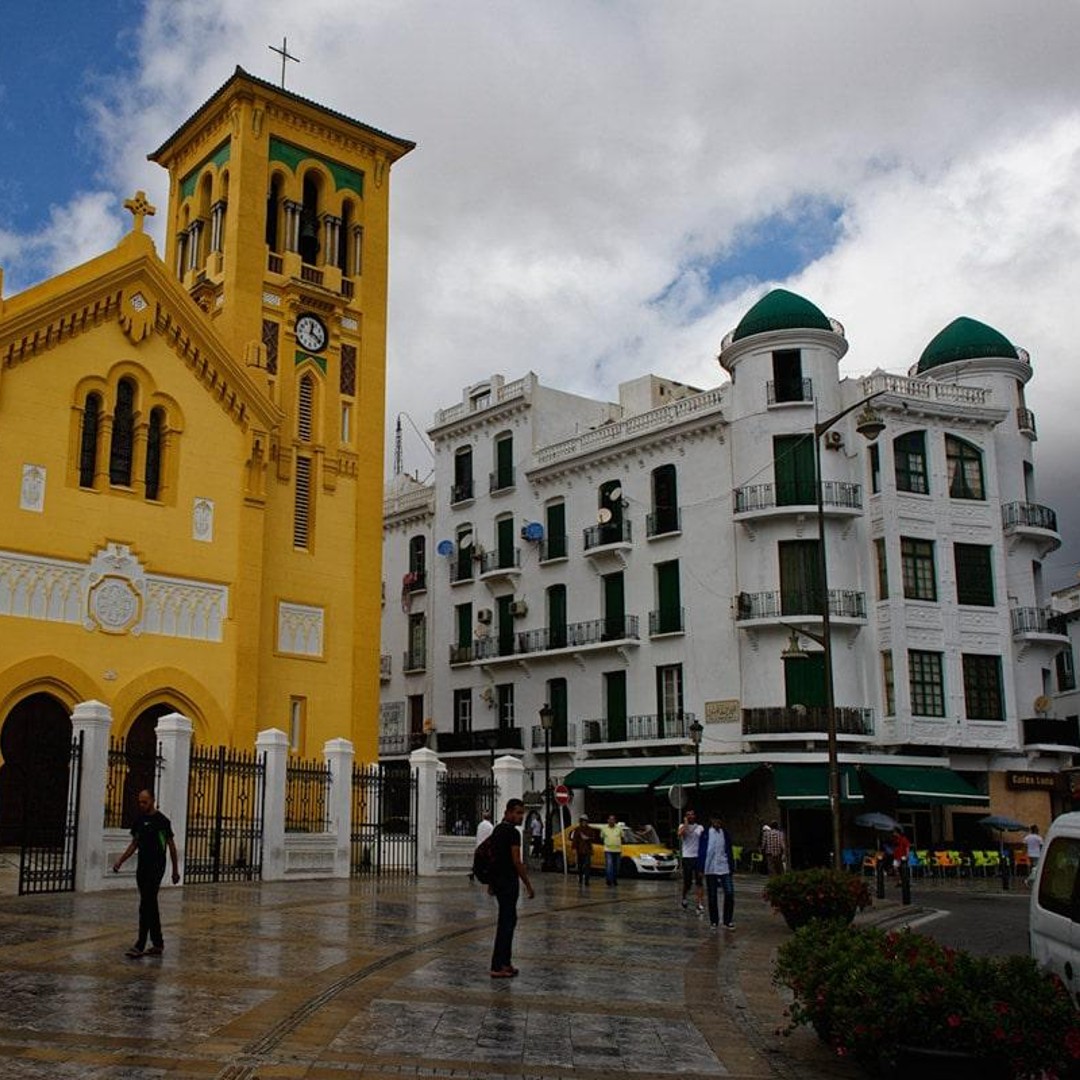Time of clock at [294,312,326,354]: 12:20
